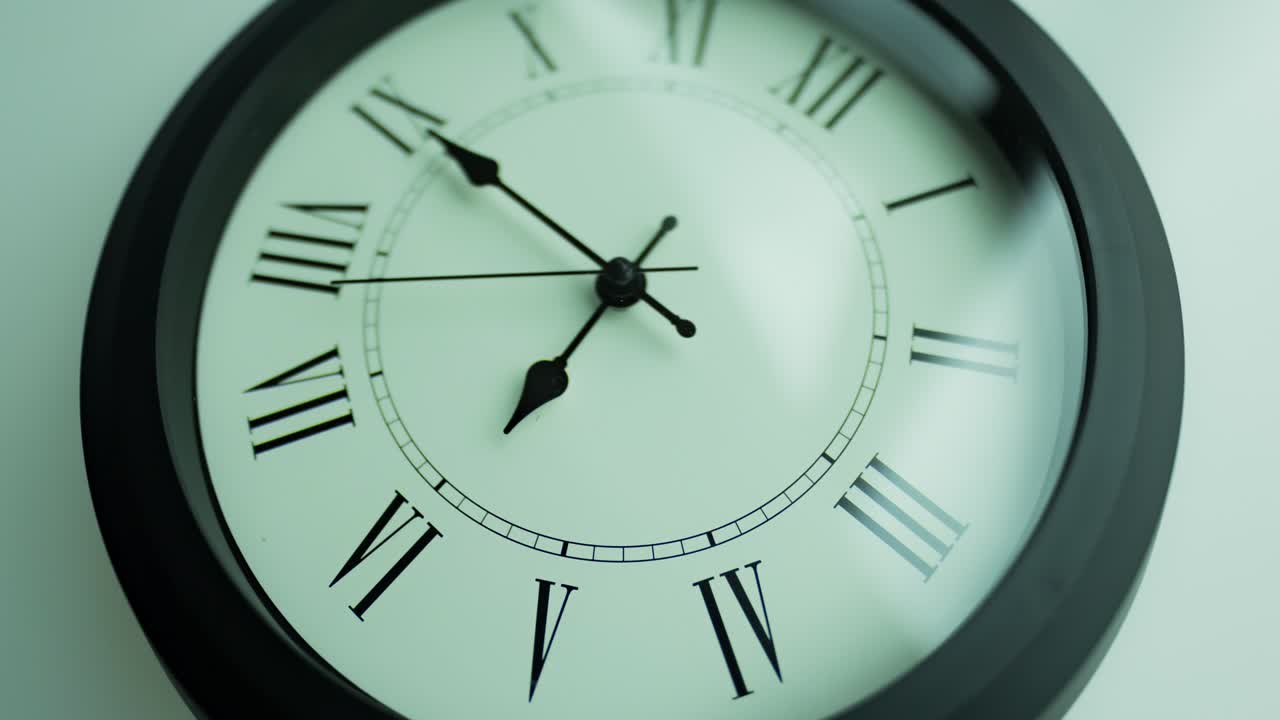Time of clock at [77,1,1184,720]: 6:50
